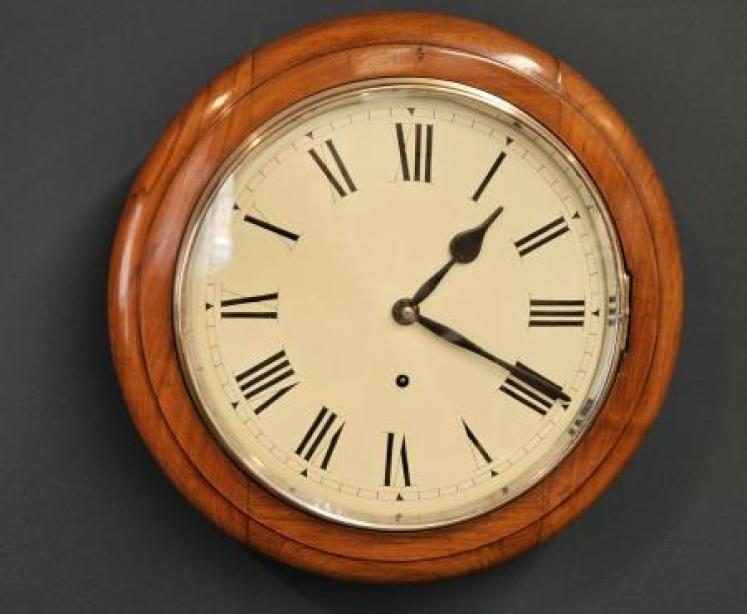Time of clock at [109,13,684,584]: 1:19
